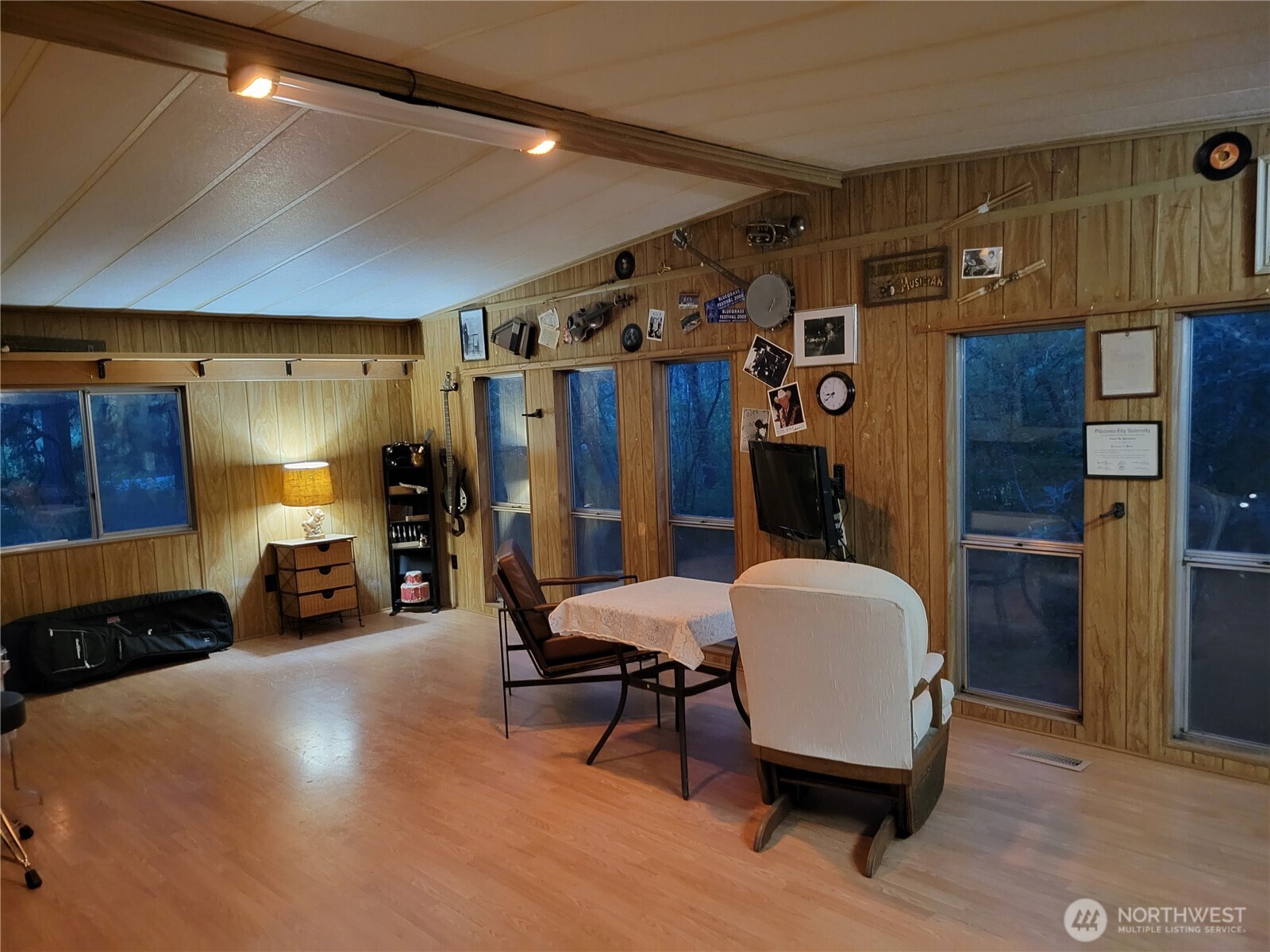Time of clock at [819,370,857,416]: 8:38
